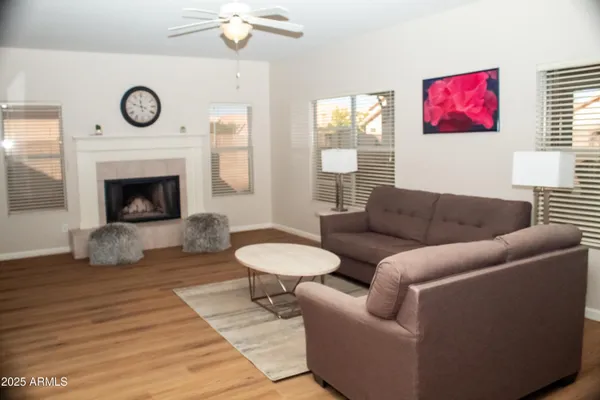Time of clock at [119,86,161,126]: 11:48
